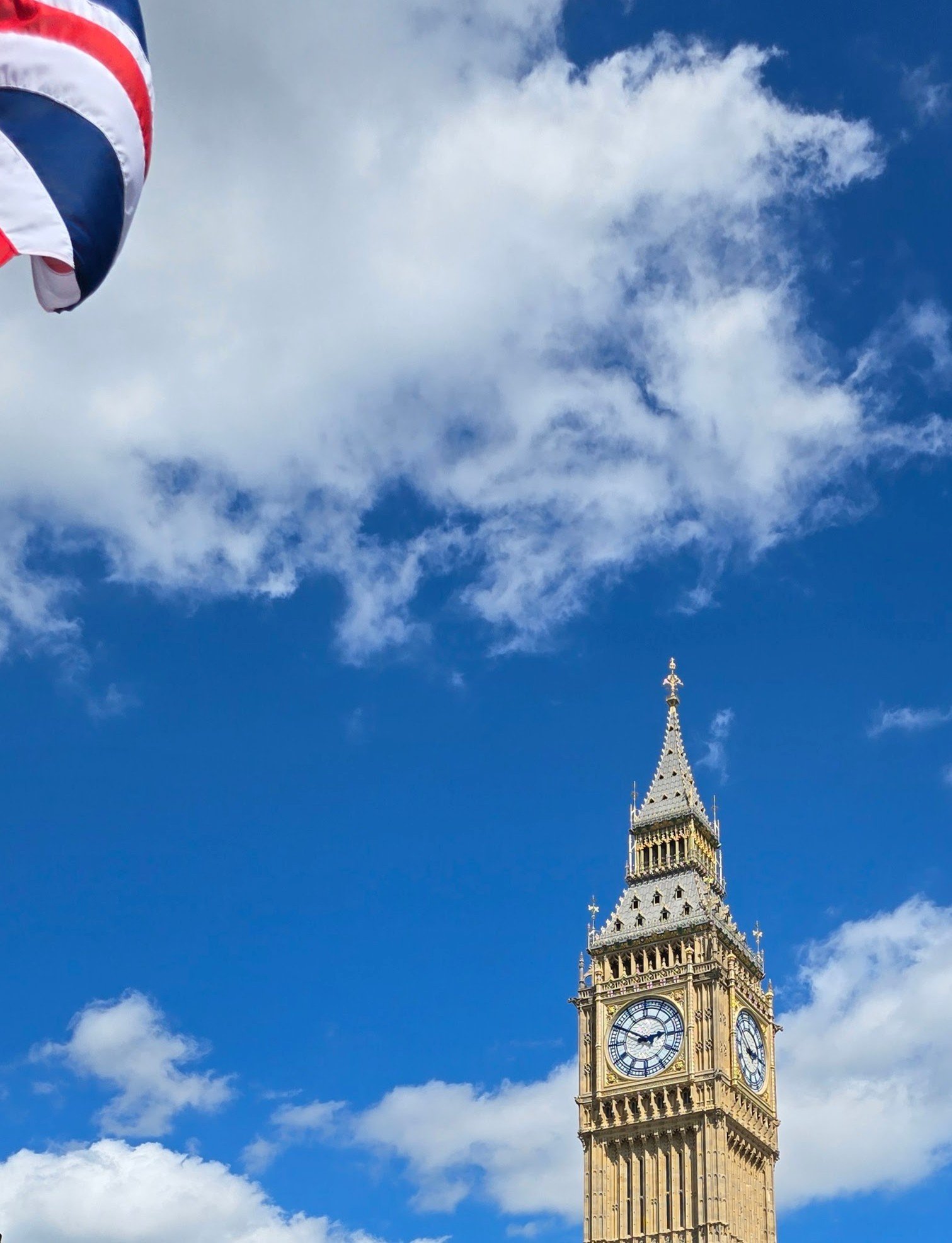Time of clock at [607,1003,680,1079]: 2:50
